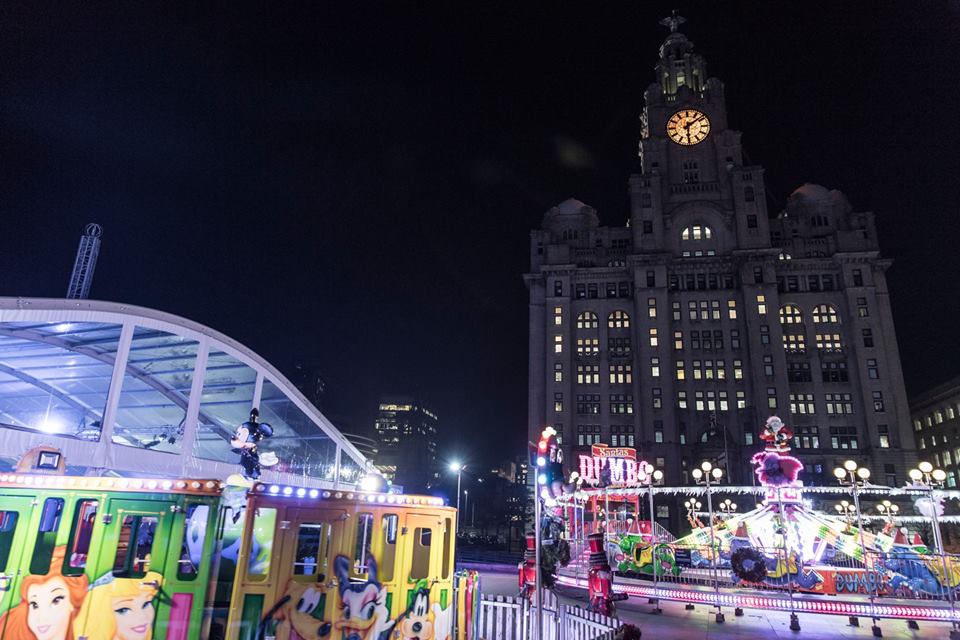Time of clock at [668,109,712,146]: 6:08
